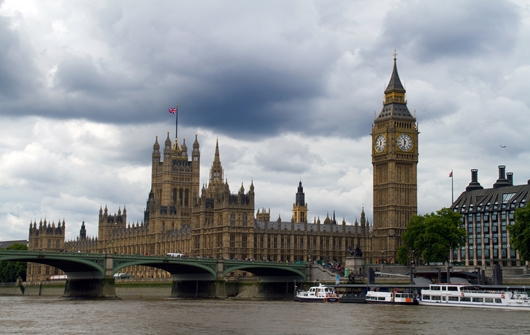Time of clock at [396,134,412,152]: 11:32
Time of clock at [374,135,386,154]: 11:32
